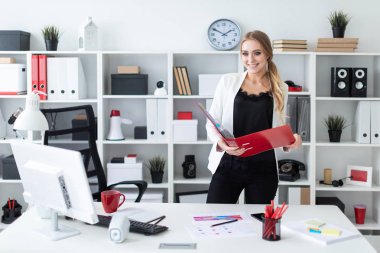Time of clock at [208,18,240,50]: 1:50
